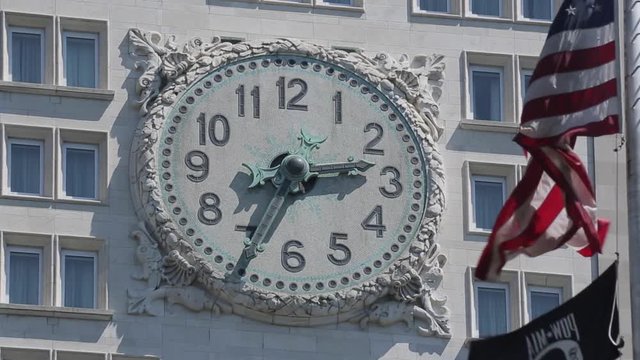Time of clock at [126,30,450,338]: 2:33
